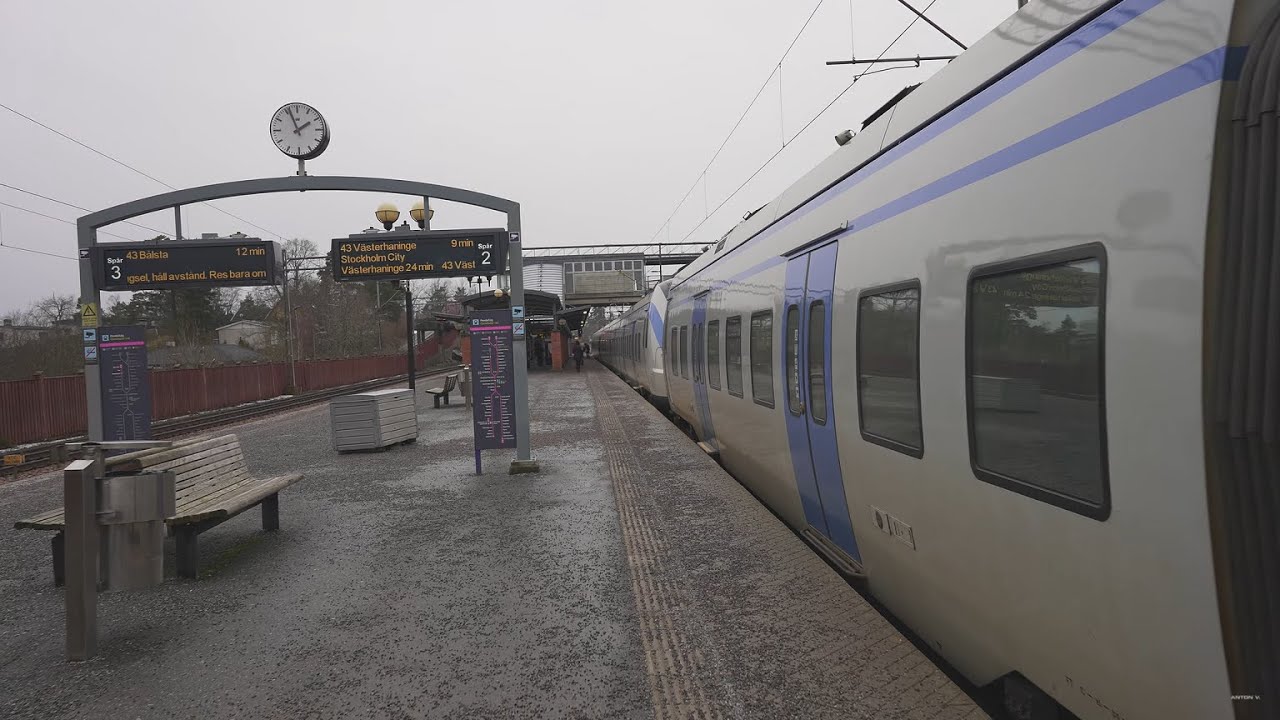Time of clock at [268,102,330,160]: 1:56
